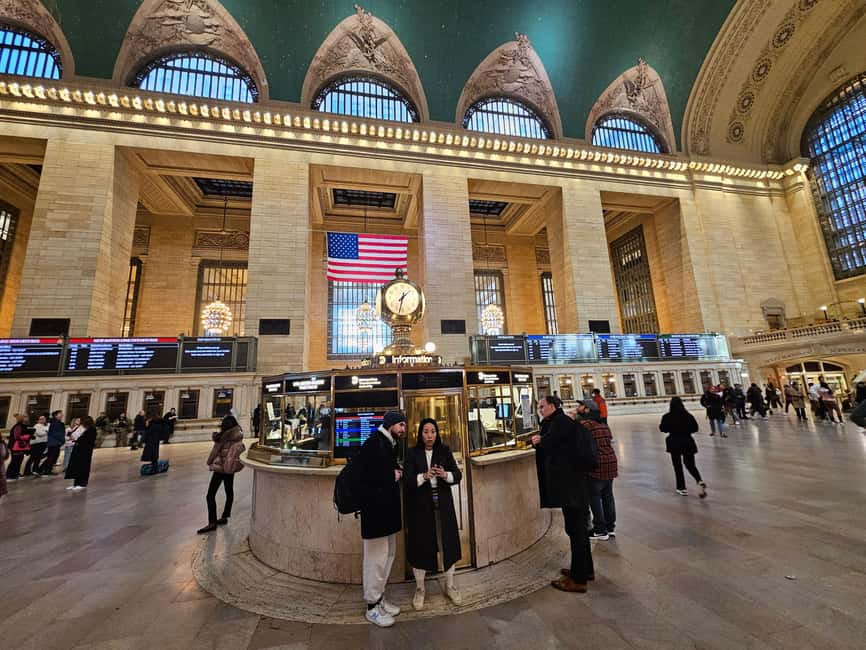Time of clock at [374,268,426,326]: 1:32
